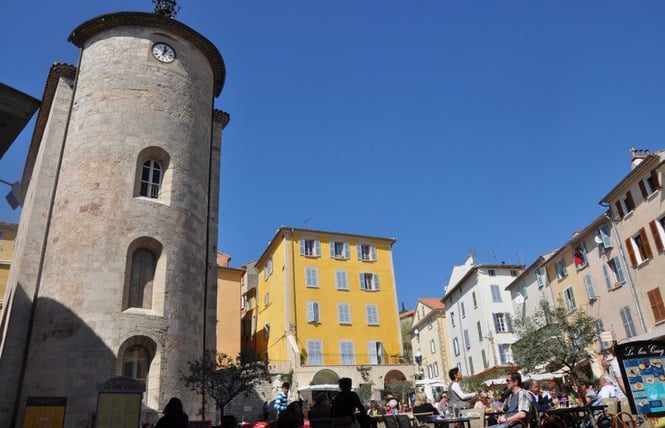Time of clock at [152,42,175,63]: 1:01
